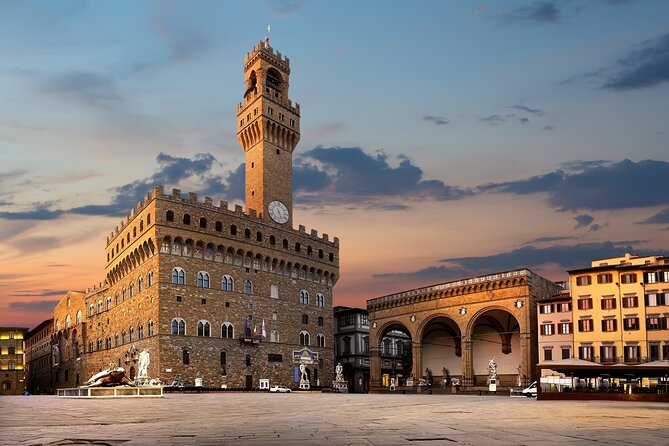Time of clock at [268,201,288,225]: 5:26
